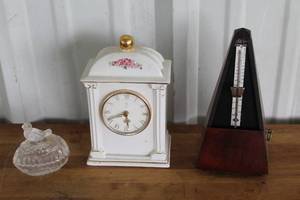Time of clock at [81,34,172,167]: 5:42
